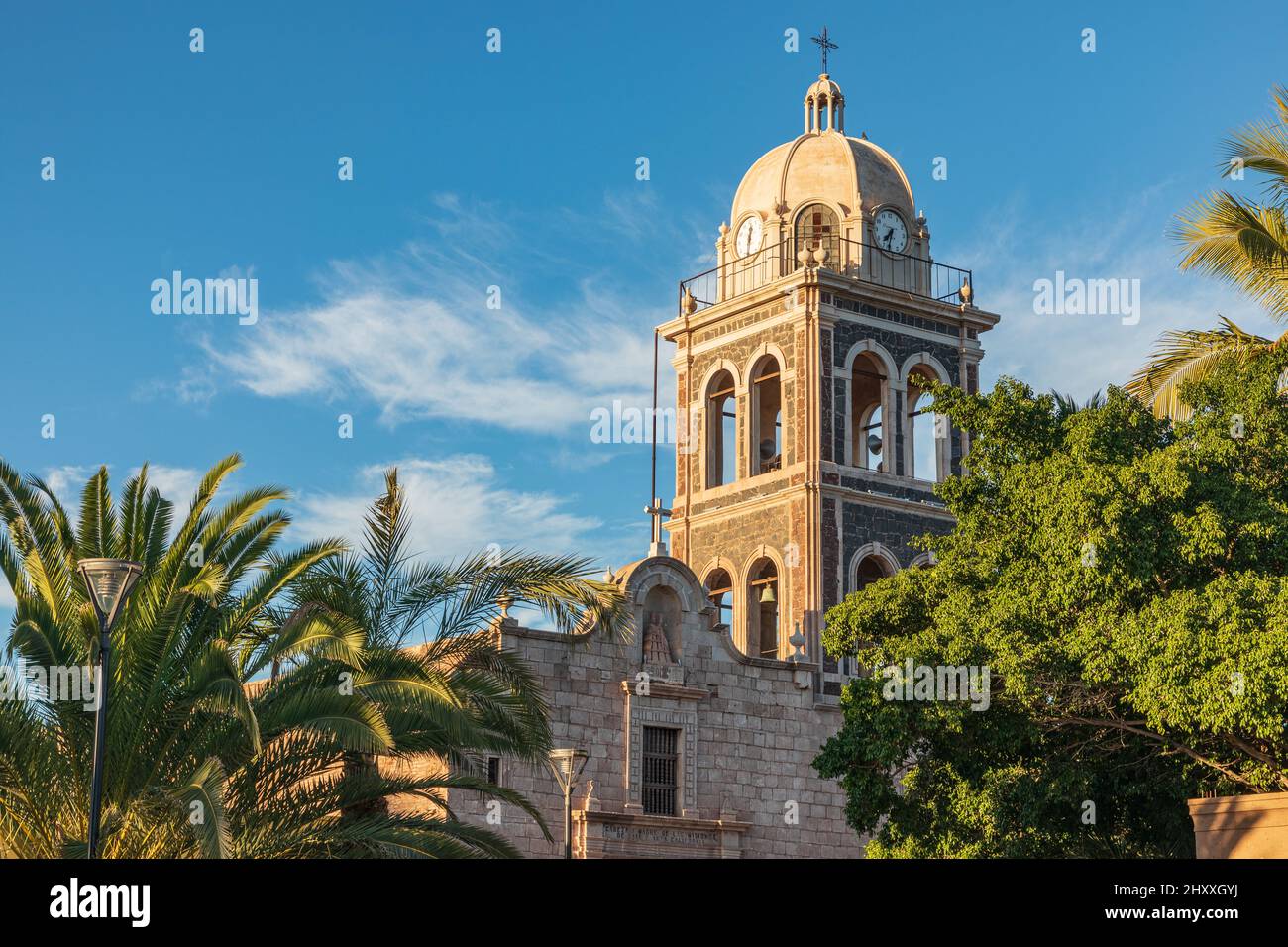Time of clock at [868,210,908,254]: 7:32
